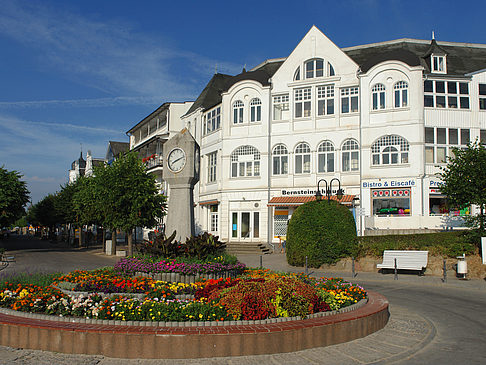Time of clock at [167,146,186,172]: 8:12
